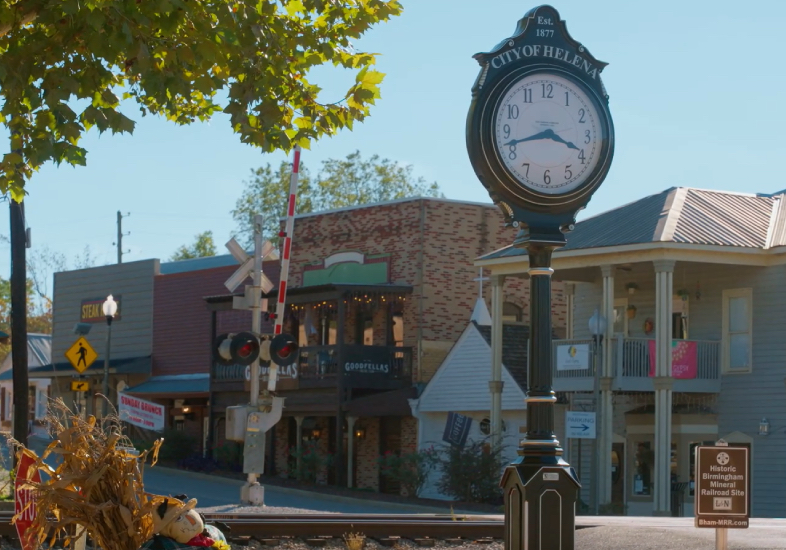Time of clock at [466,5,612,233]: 3:42
